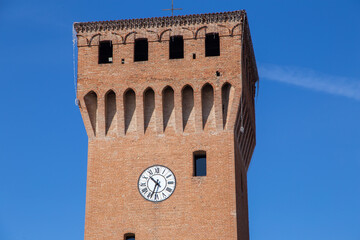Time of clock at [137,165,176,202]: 10:33
